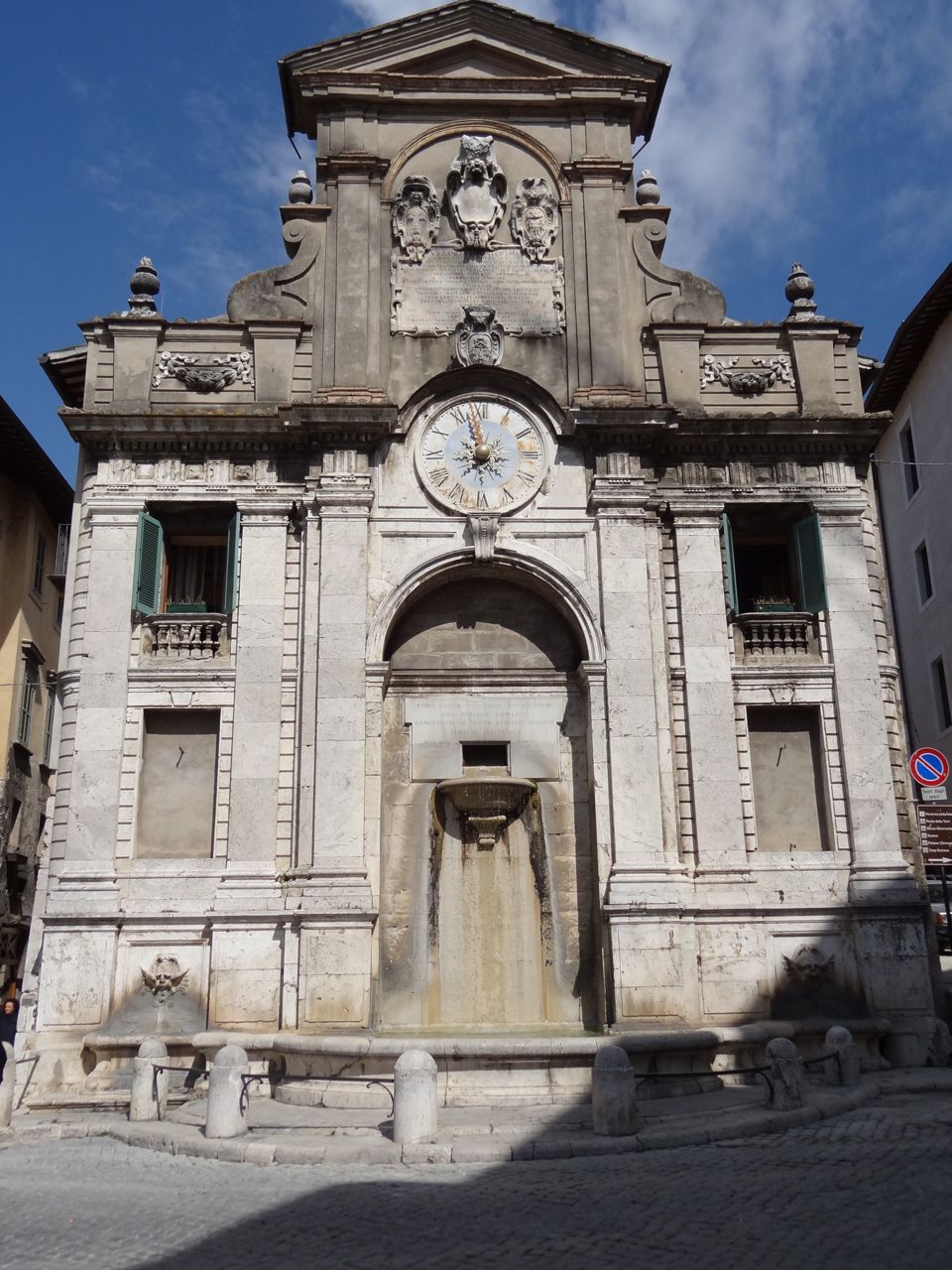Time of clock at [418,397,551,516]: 7:57
